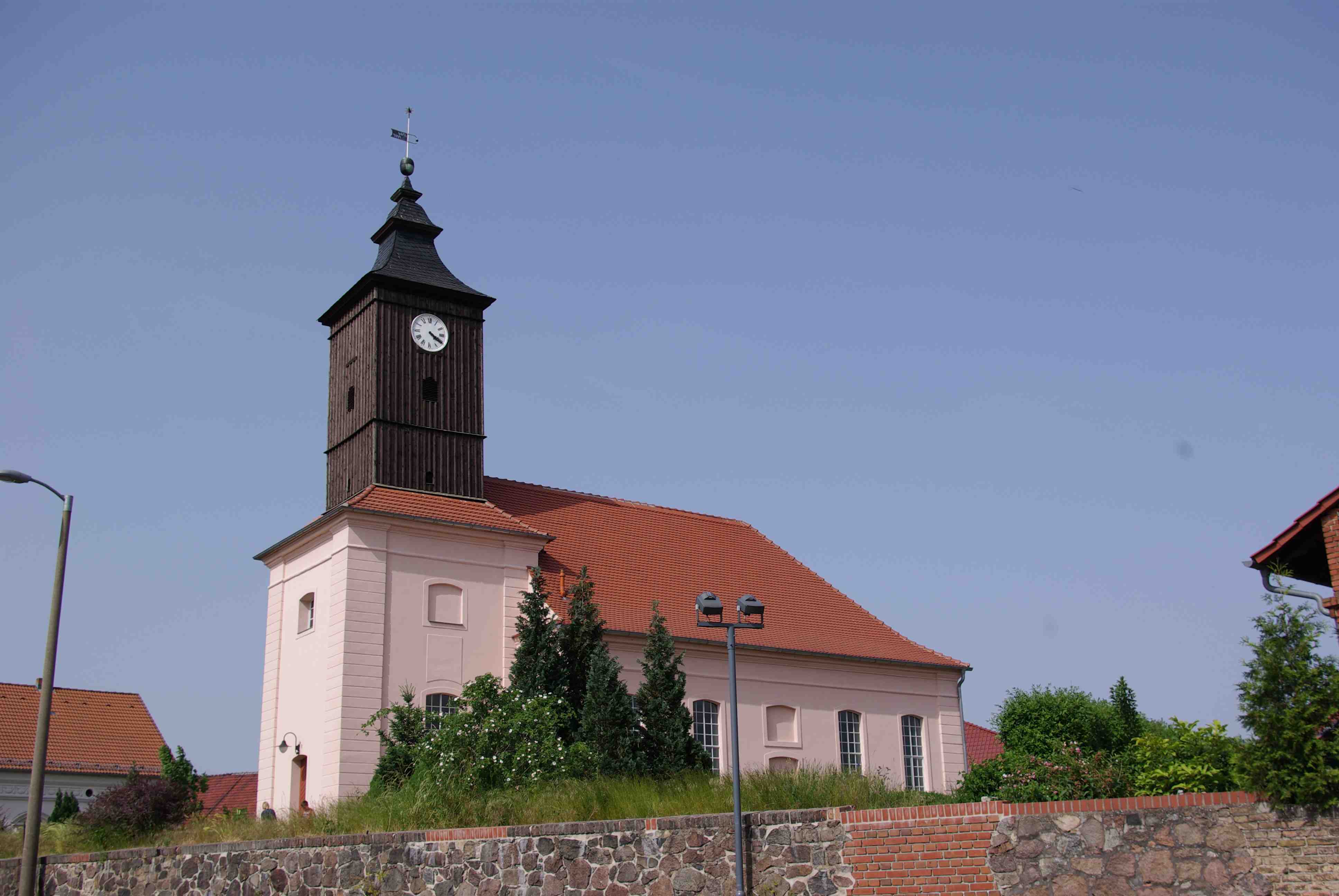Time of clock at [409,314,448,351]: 4:20
